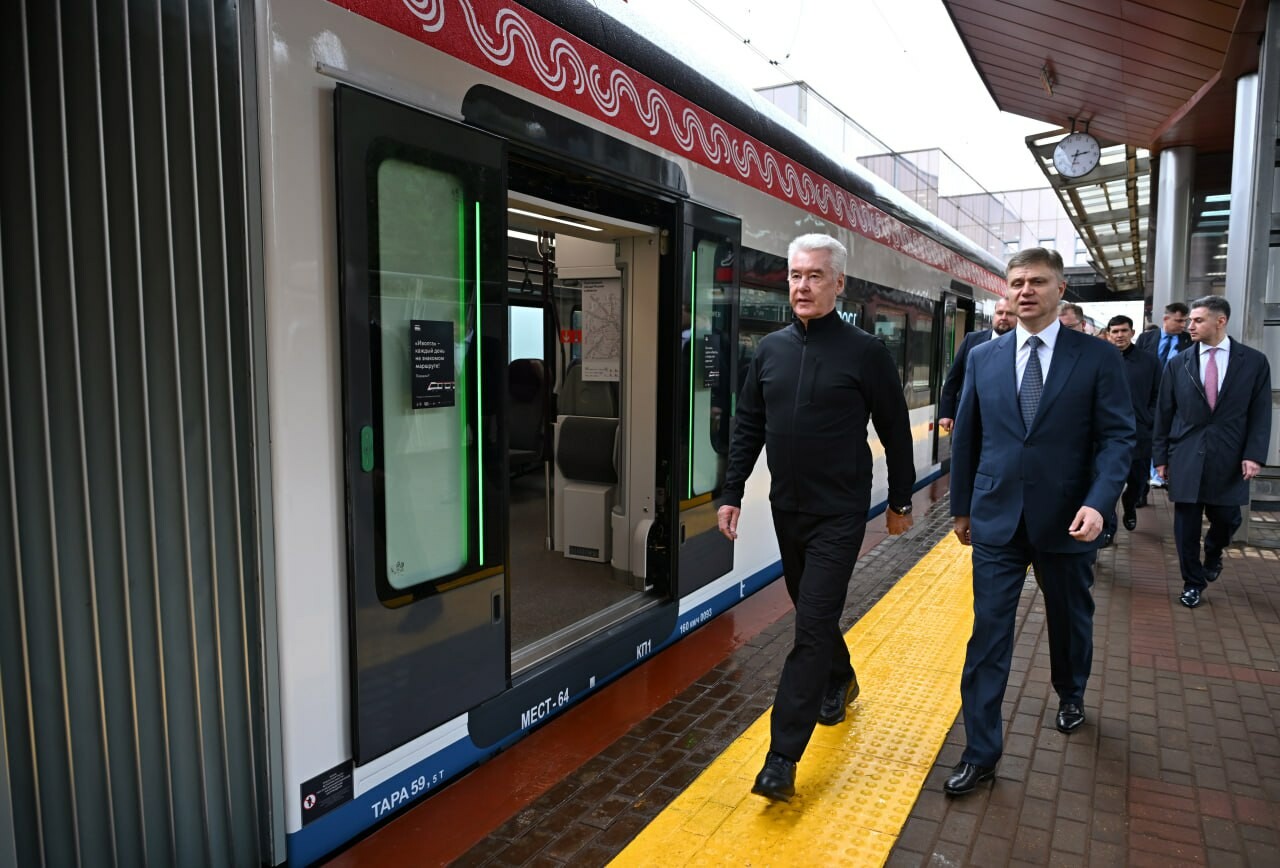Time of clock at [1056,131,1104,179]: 2:32
